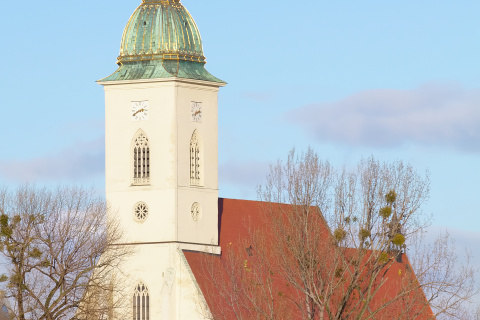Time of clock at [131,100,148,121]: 2:40
